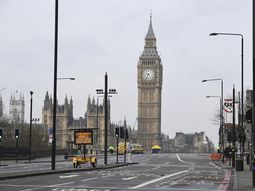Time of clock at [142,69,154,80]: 9:34
